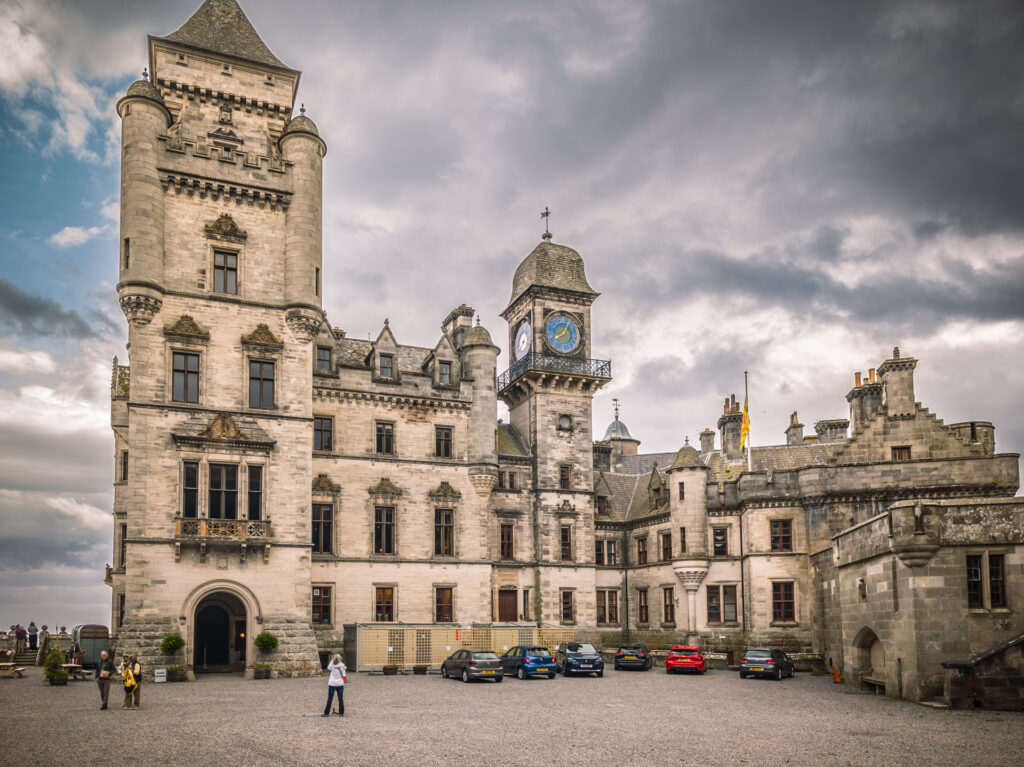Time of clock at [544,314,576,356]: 8:04
